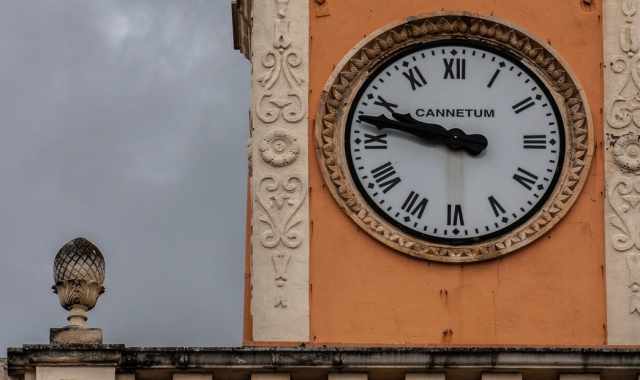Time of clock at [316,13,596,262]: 9:47
